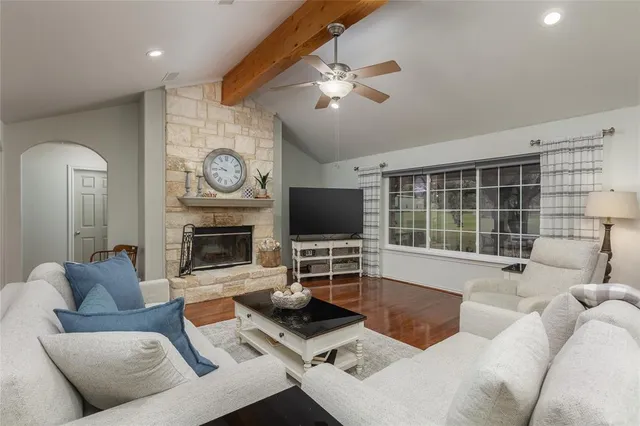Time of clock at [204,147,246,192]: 9:44
